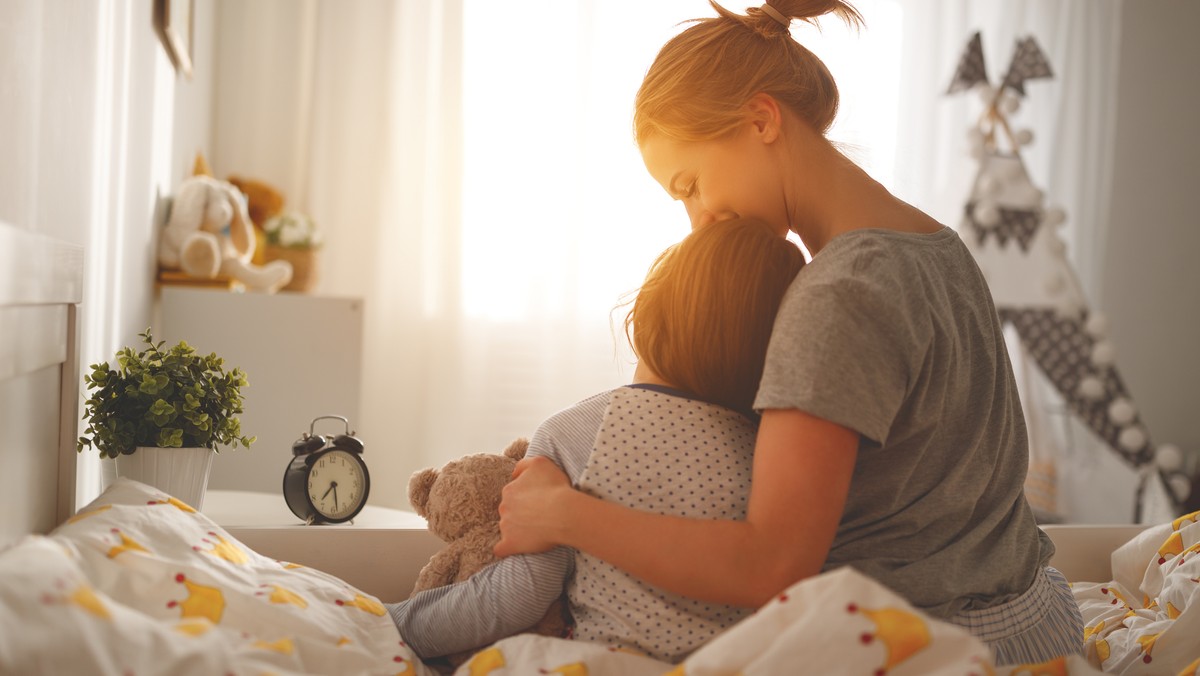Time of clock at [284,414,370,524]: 7:28
